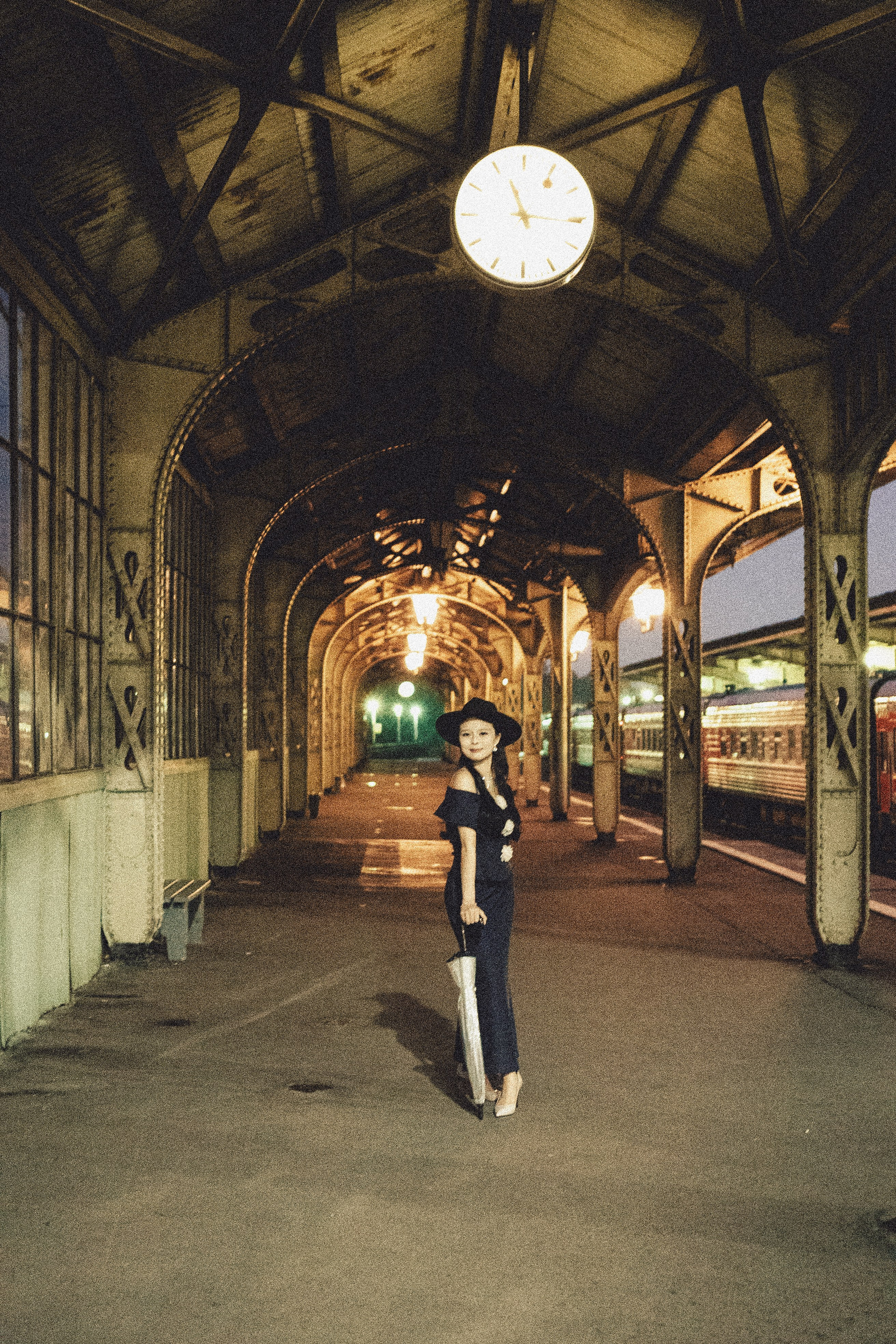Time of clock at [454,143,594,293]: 11:15
